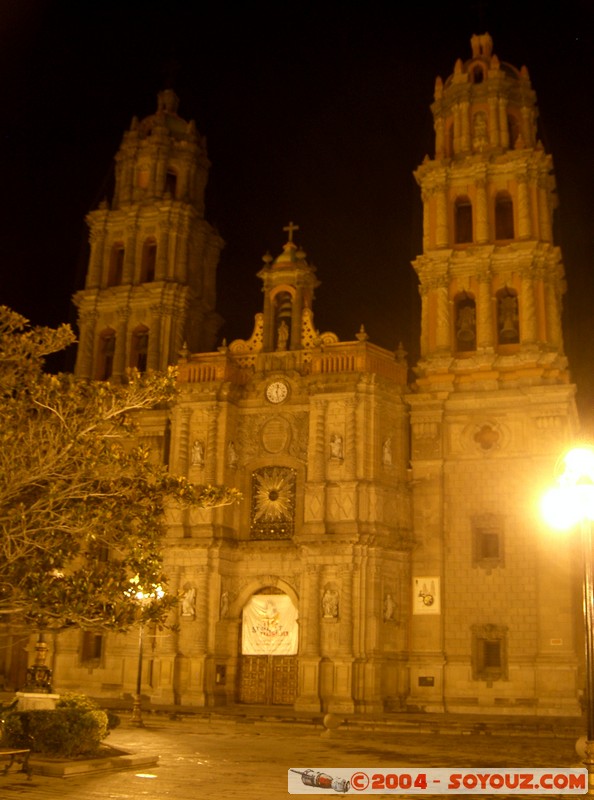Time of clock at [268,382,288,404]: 12:27
